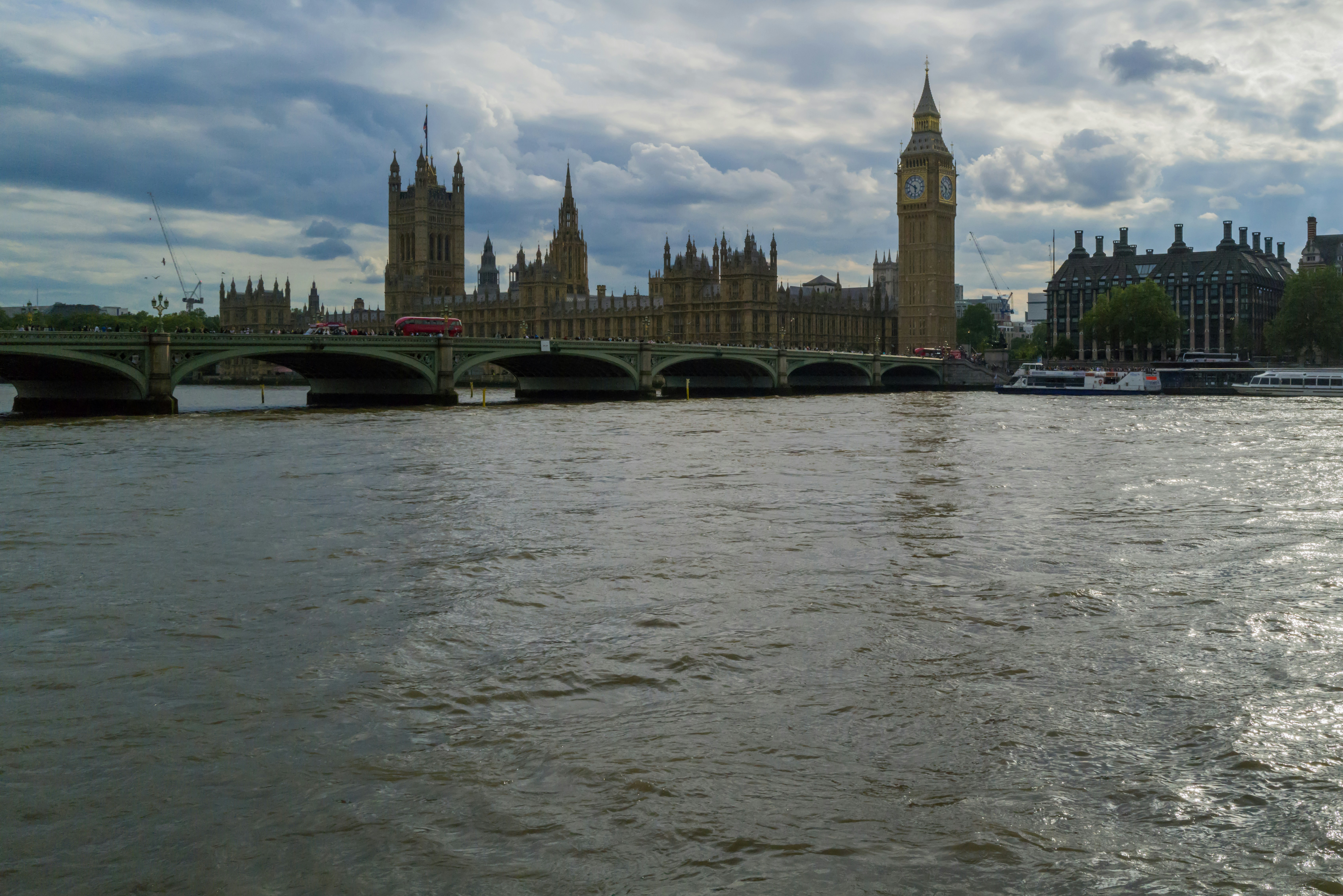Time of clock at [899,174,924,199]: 5:50
